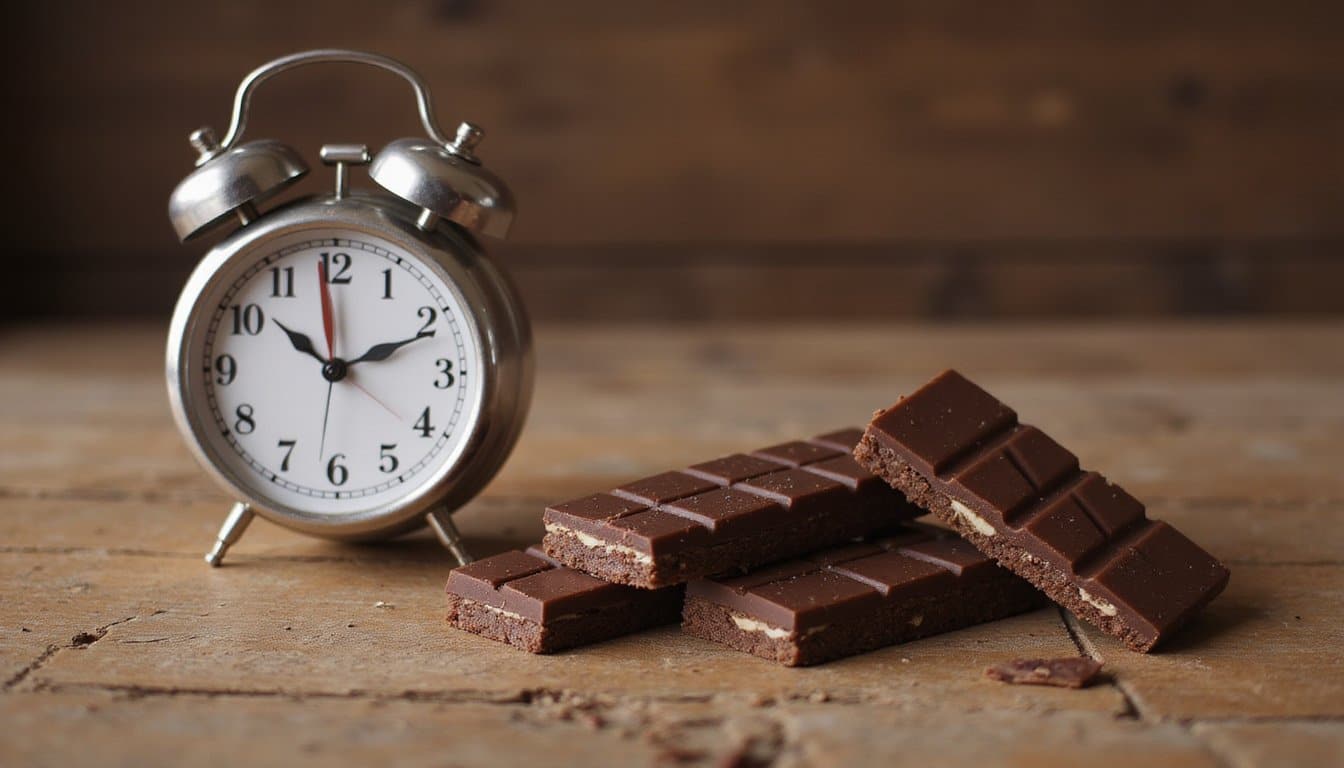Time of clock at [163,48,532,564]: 10:11
